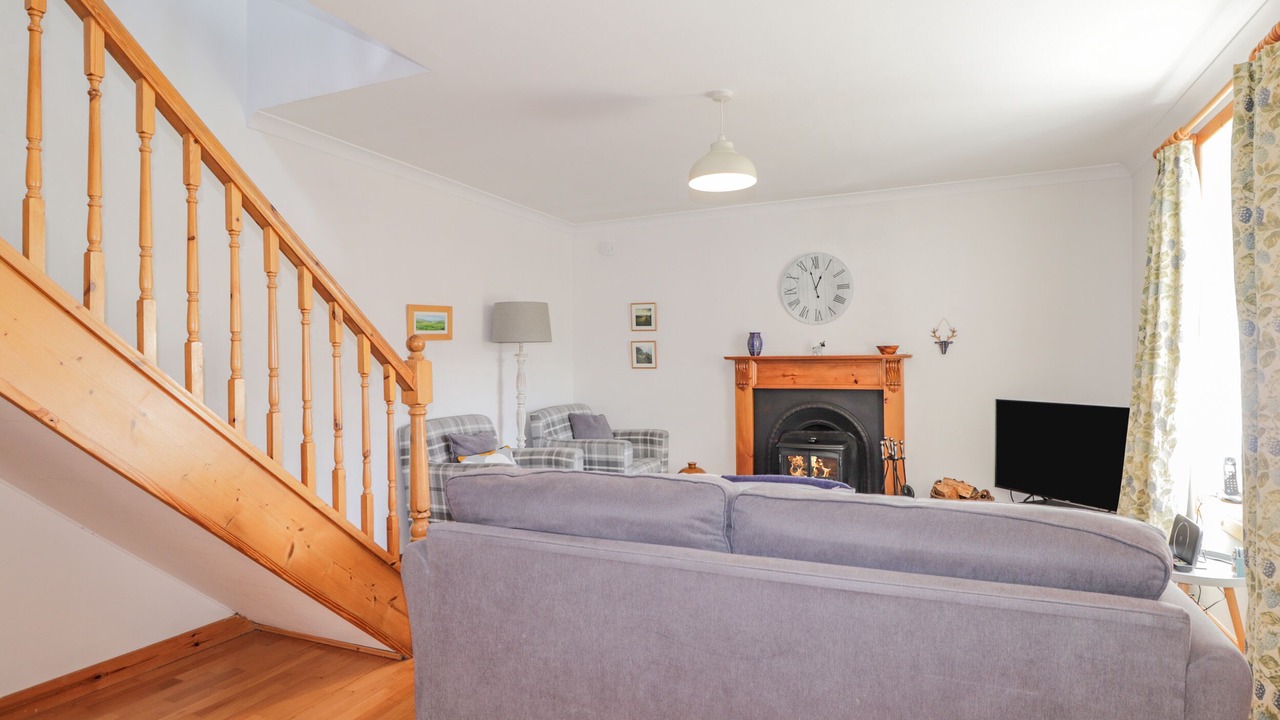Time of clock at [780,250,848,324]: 12:57
